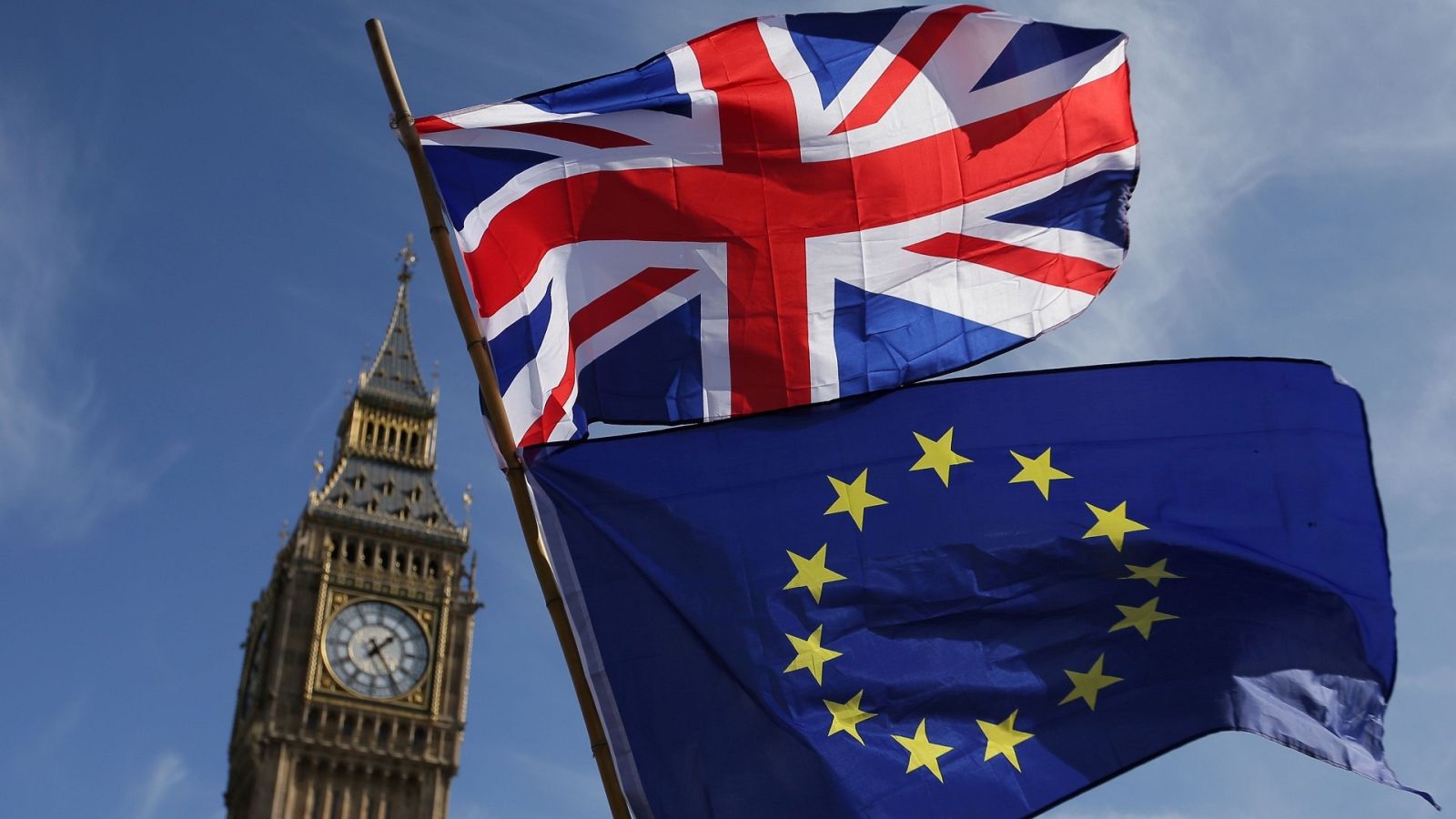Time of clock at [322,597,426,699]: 1:24
